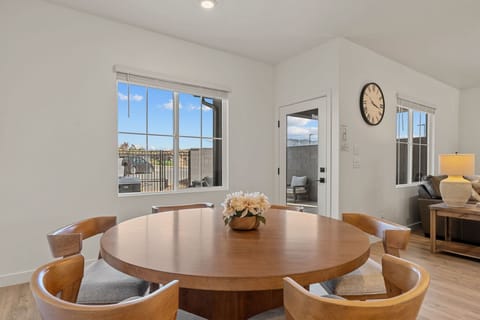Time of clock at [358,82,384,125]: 10:17
